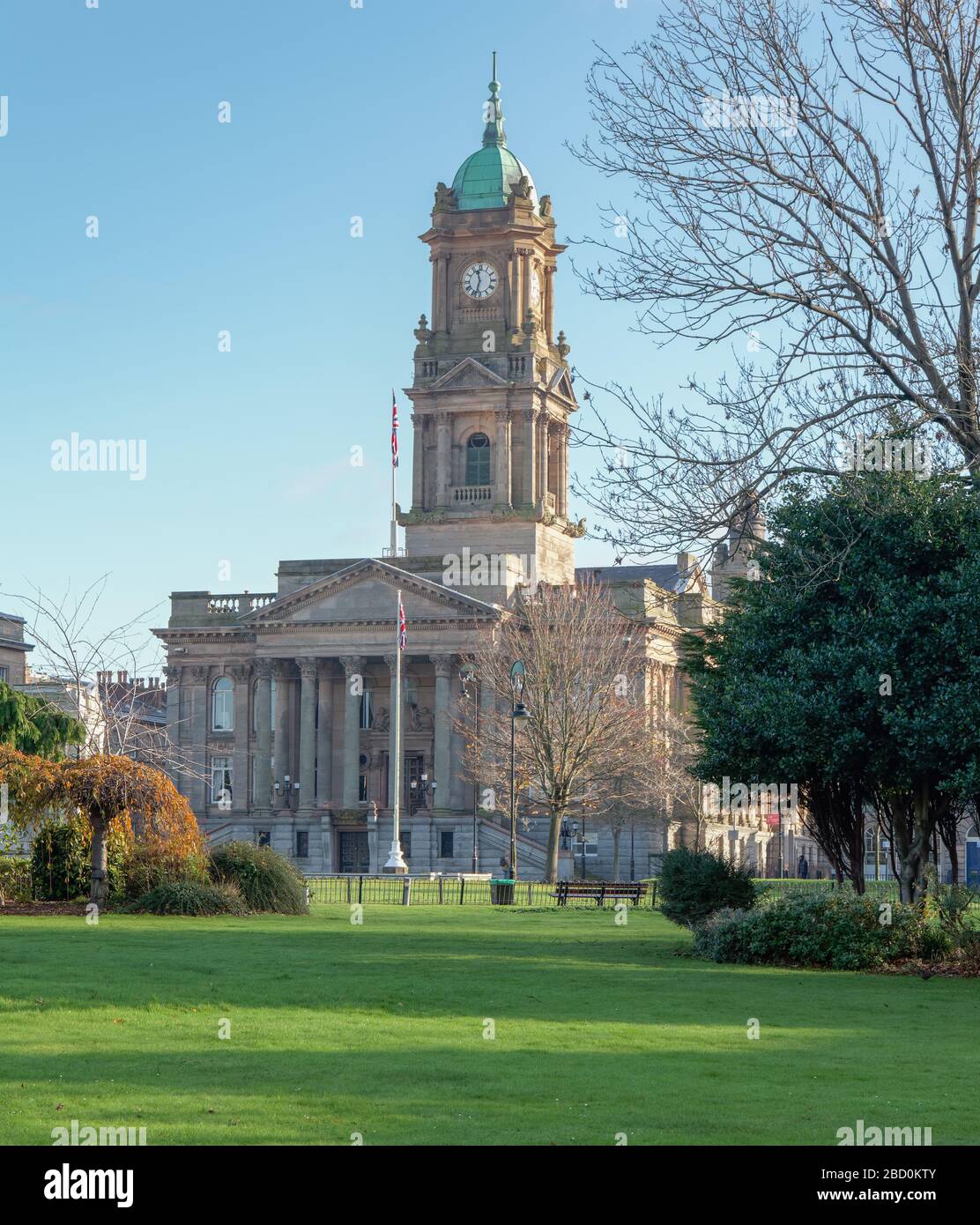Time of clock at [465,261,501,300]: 11:32
